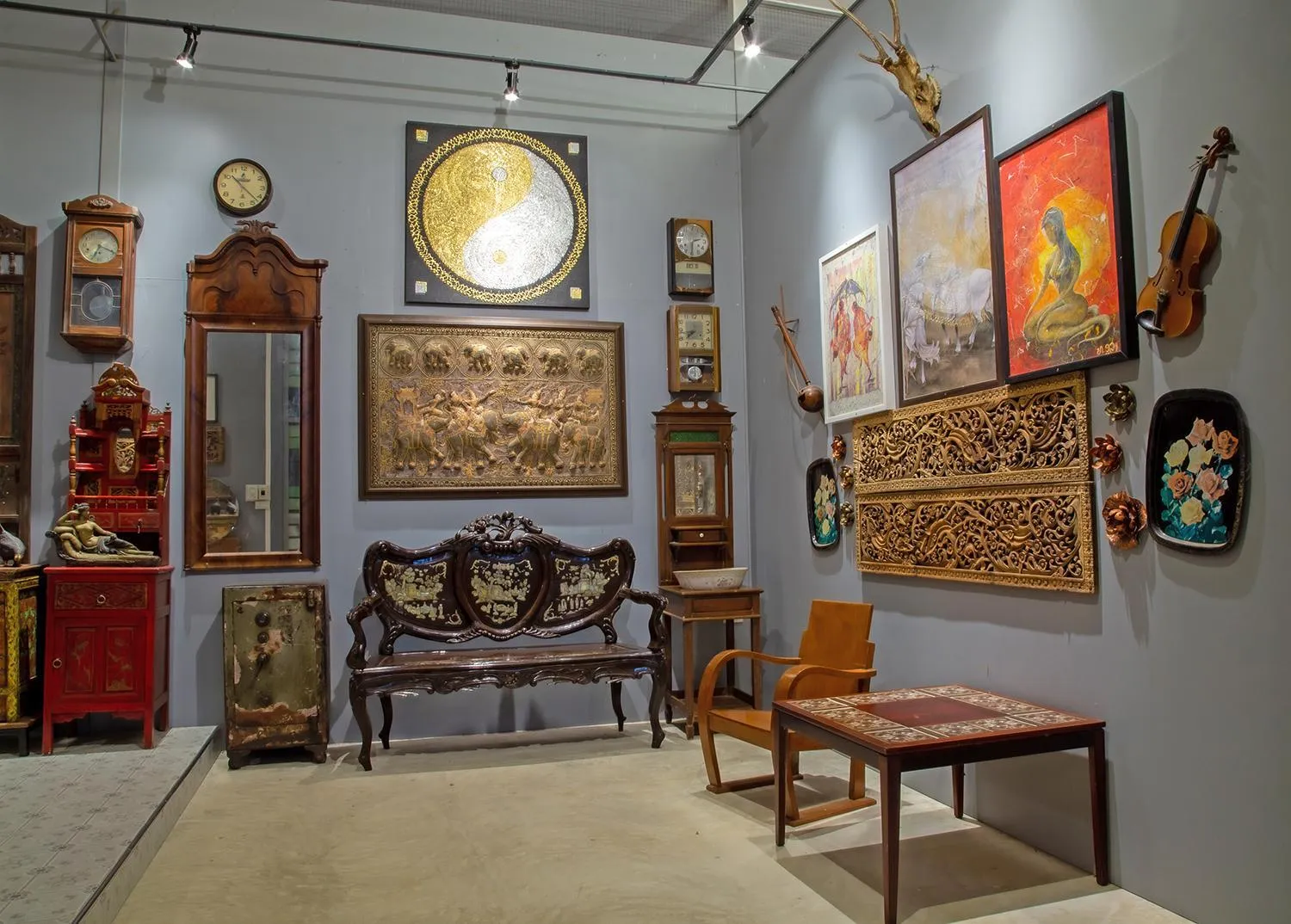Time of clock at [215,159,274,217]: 10:22
